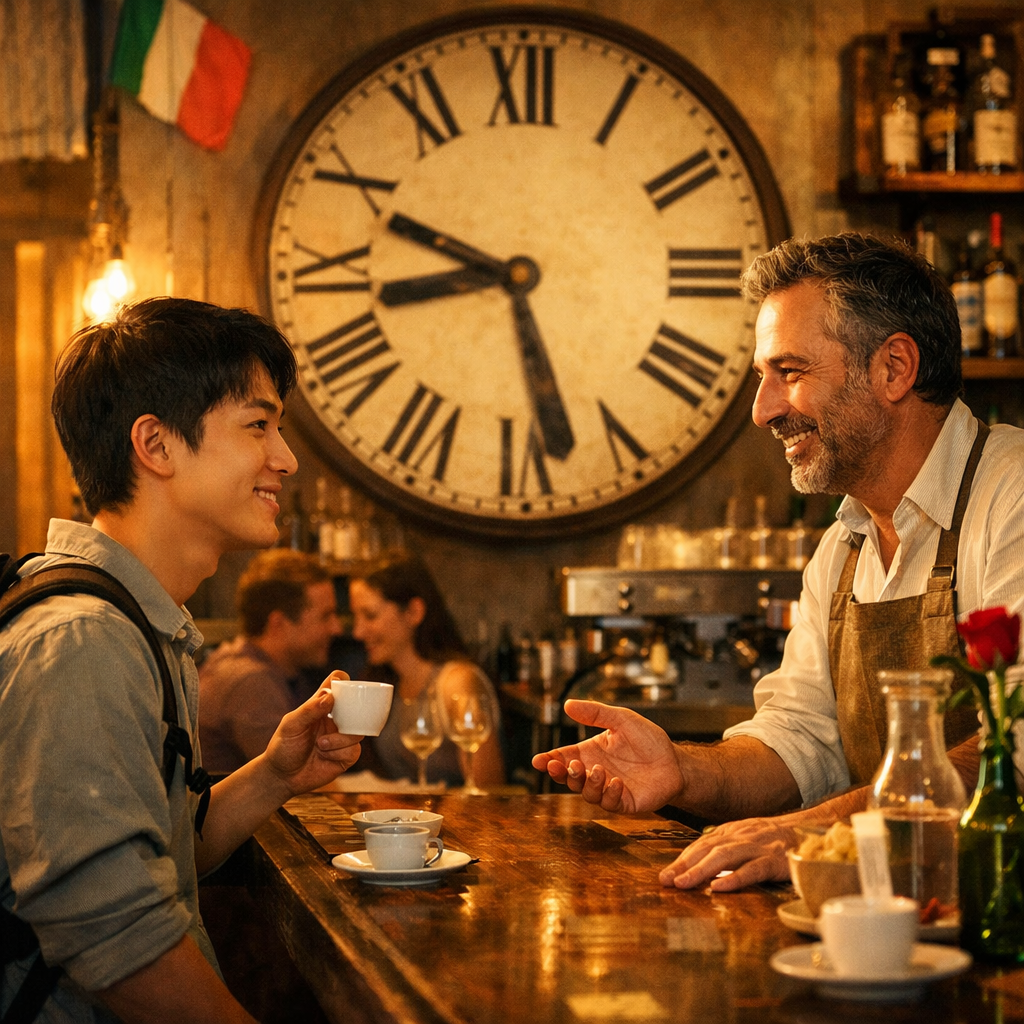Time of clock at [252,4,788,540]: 8:27
